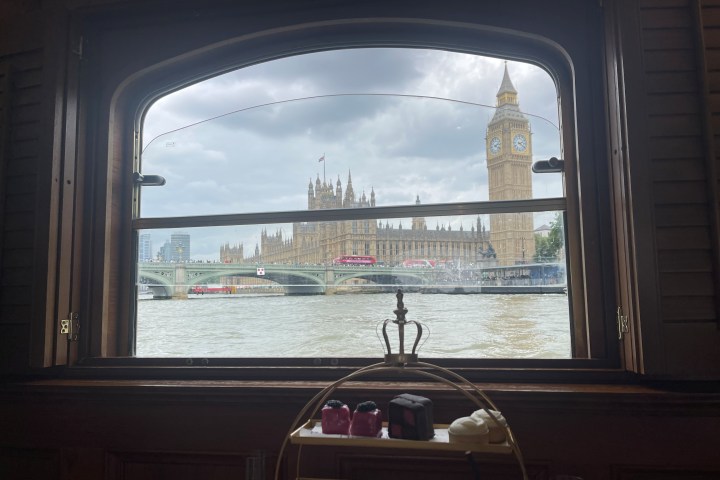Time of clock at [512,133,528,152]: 2:21
